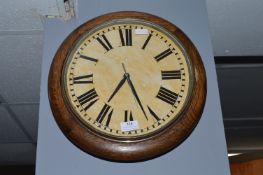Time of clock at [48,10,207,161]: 7:26
